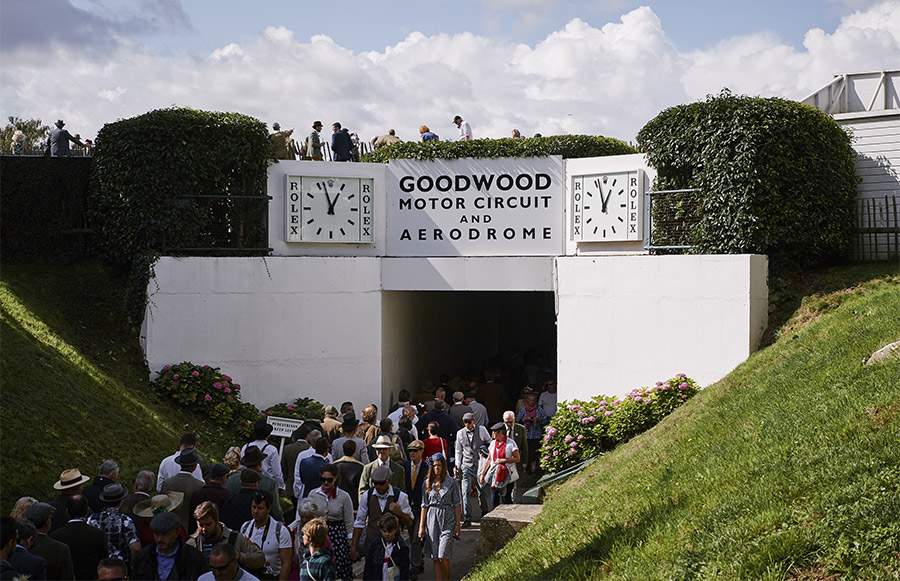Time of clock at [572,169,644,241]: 12:57
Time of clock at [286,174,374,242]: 12:57
